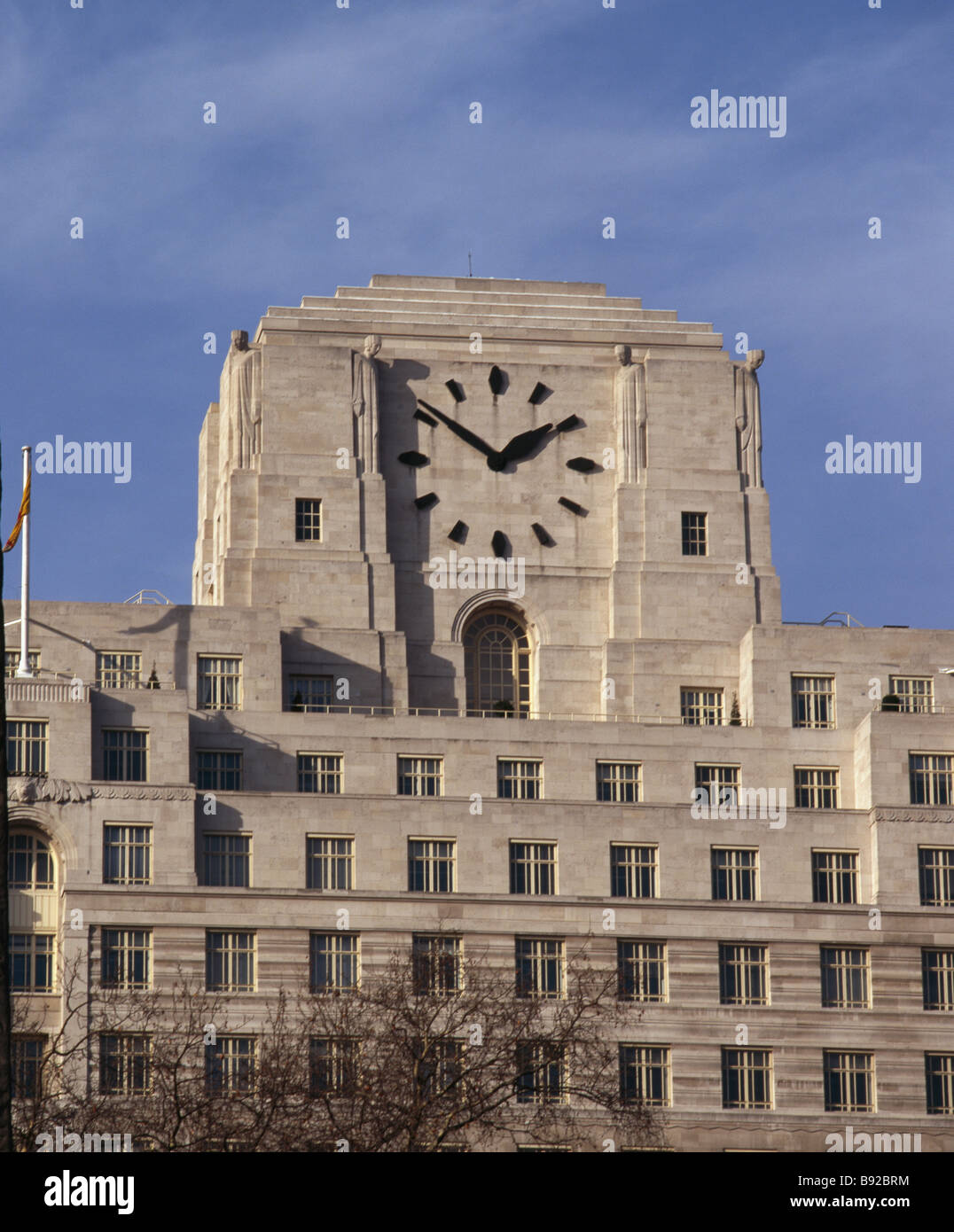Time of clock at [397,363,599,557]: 1:51
